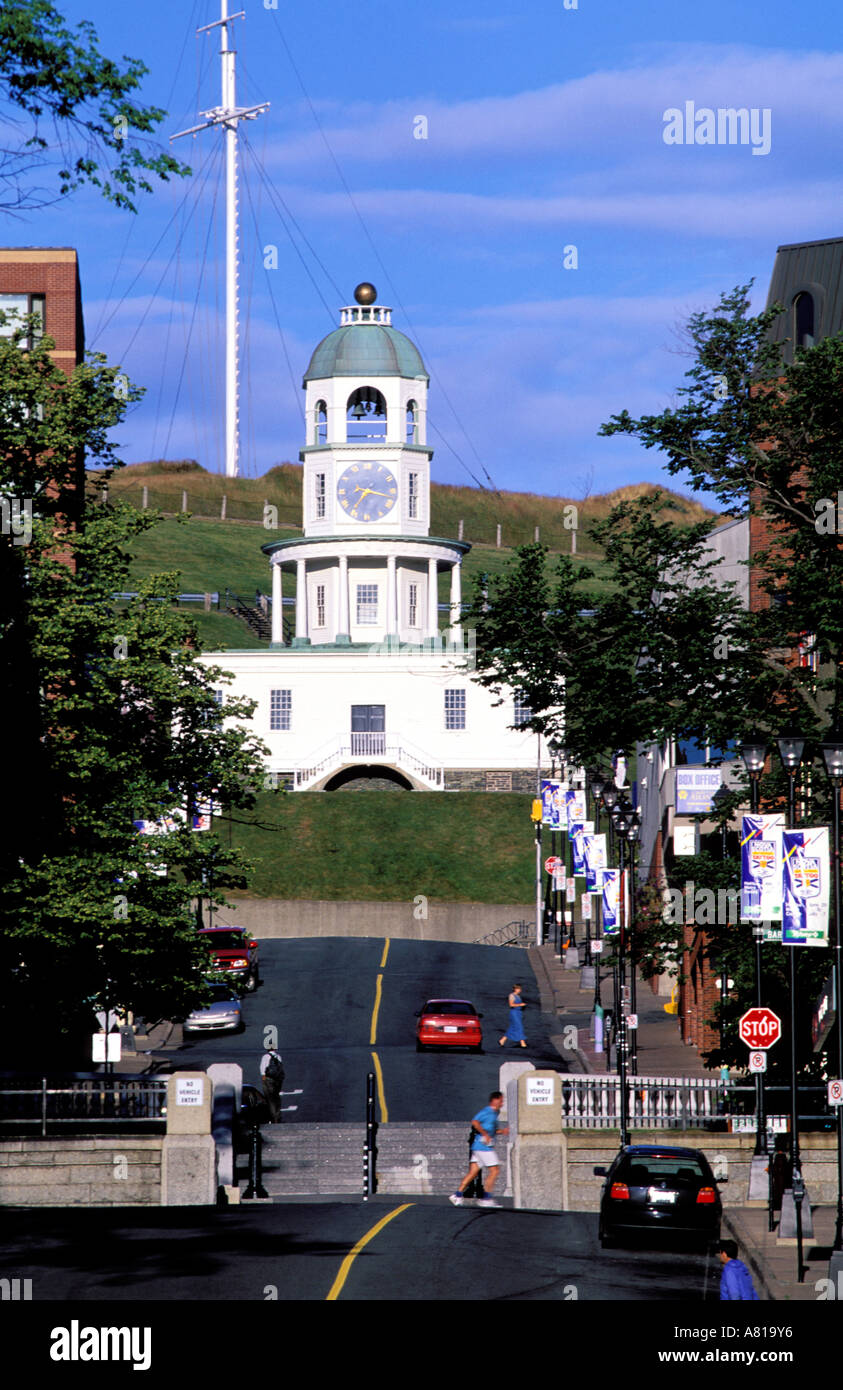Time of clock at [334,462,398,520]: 7:17
